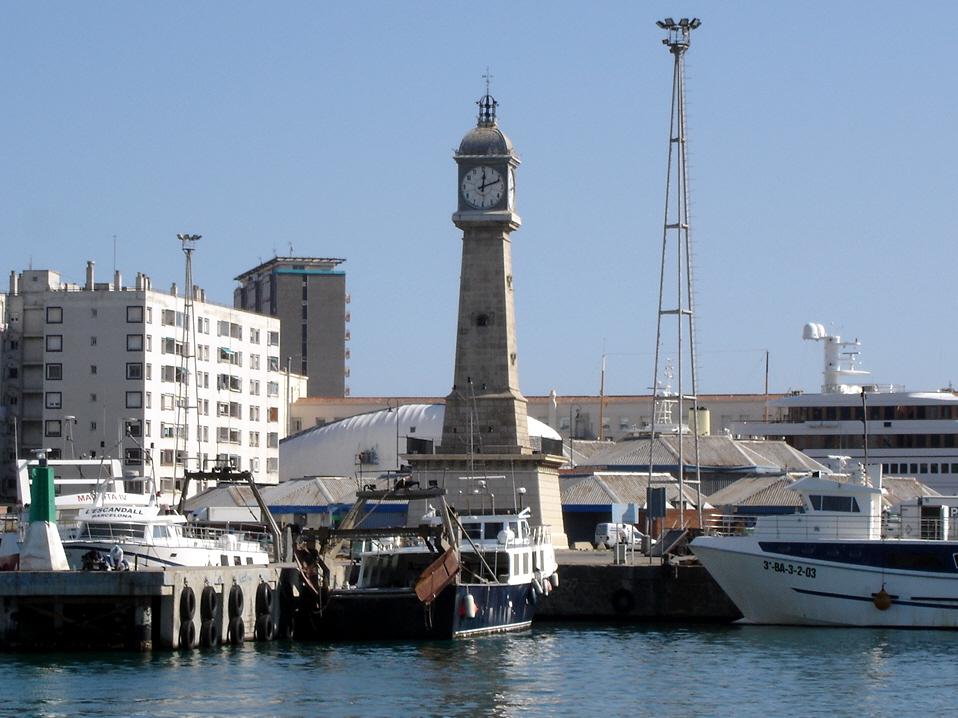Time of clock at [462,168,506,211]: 12:11
